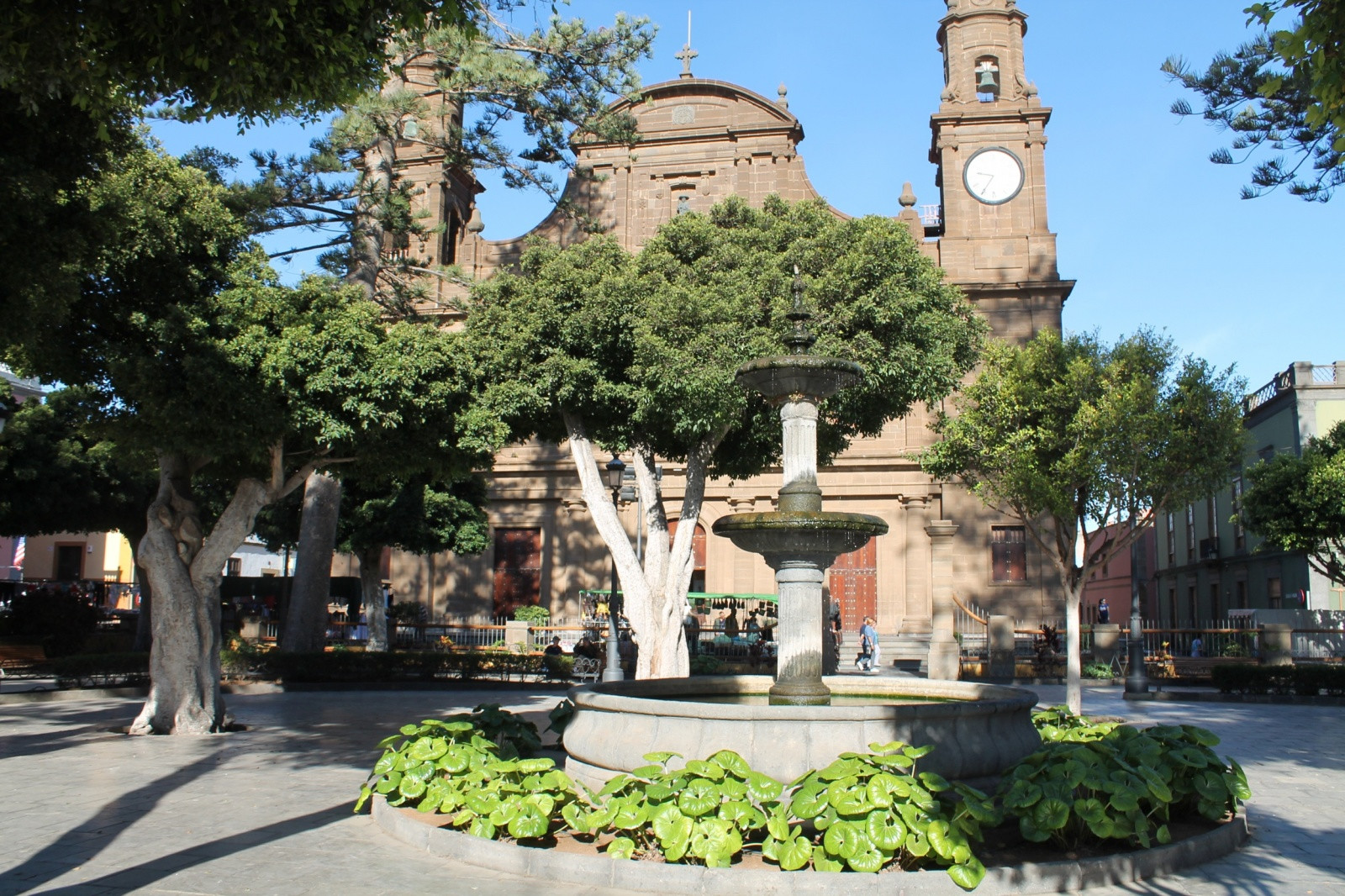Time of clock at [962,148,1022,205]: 9:35
